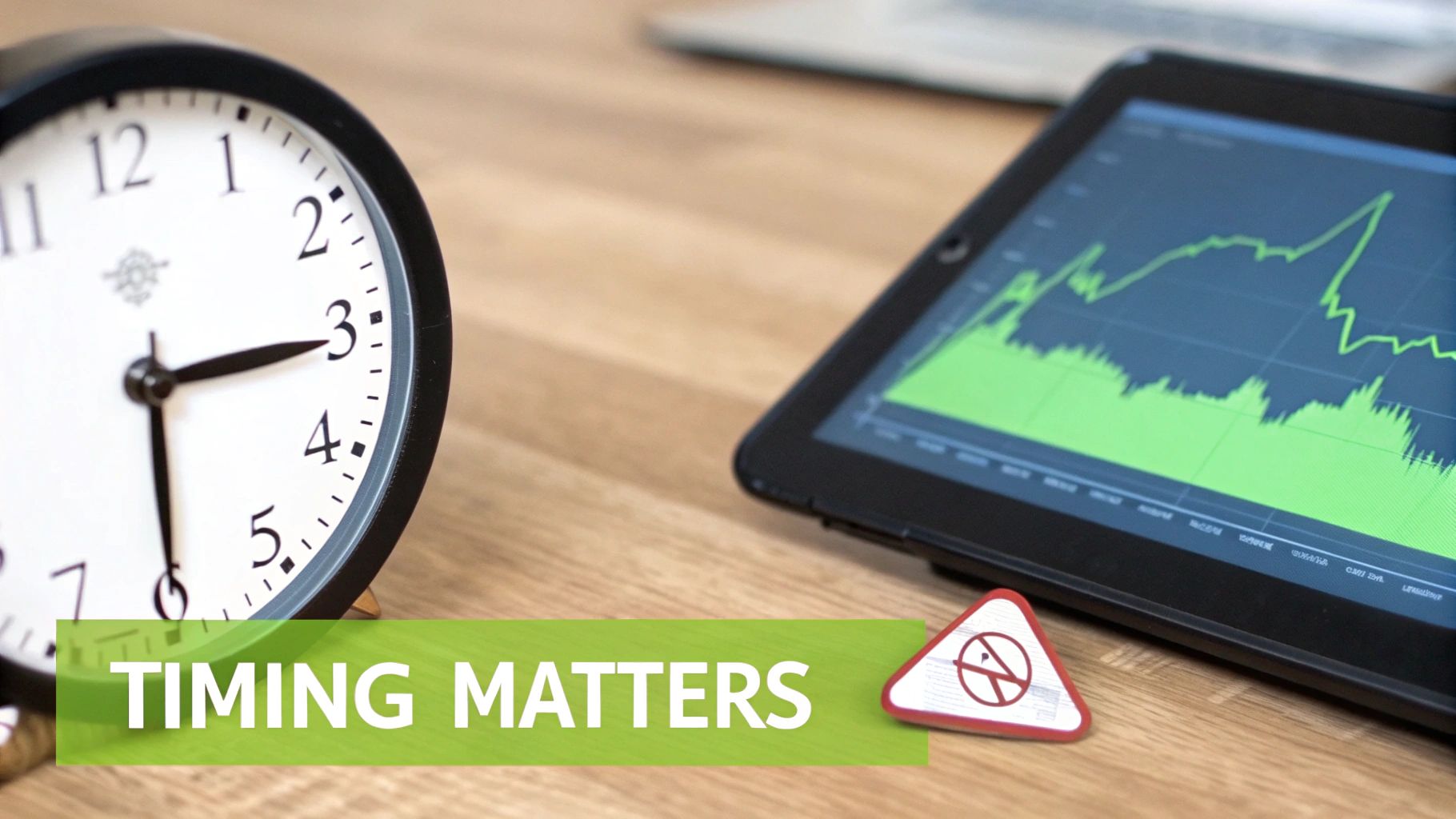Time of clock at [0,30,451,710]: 6:15
